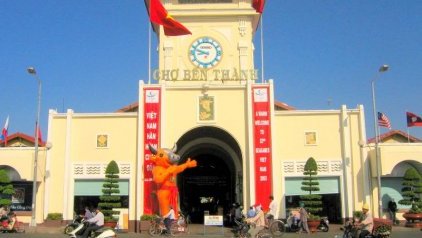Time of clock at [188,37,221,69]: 8:48
